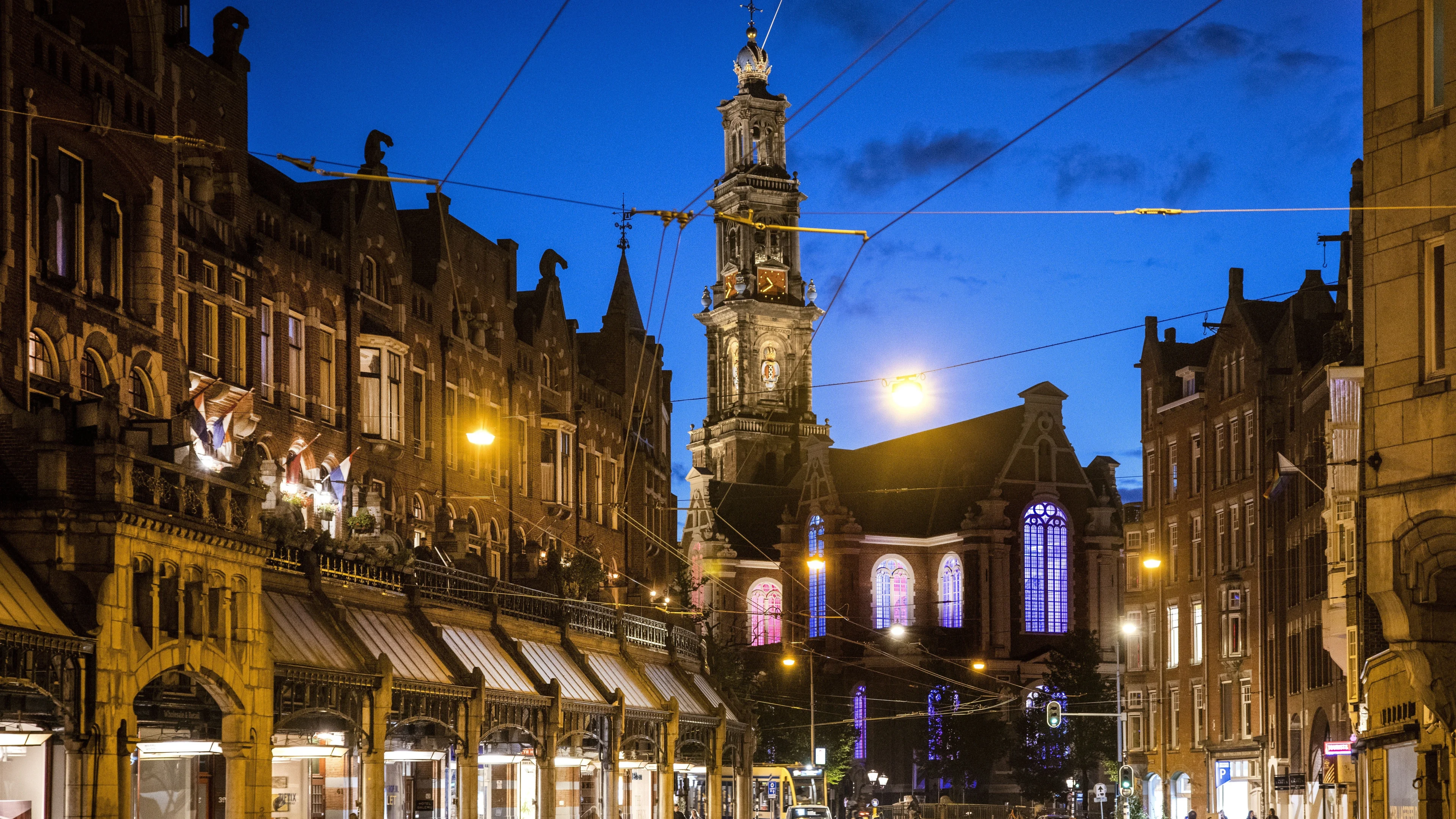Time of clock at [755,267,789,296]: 10:39
